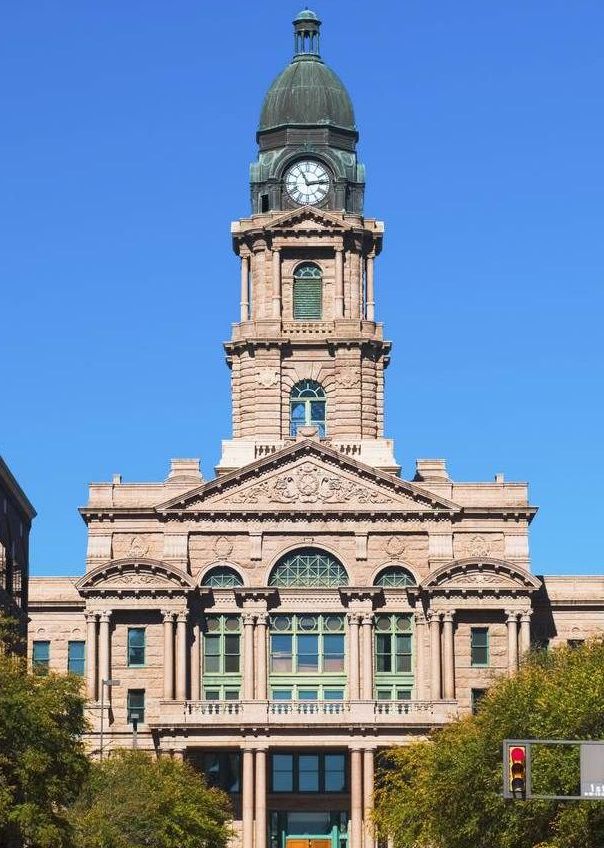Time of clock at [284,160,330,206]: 11:13
